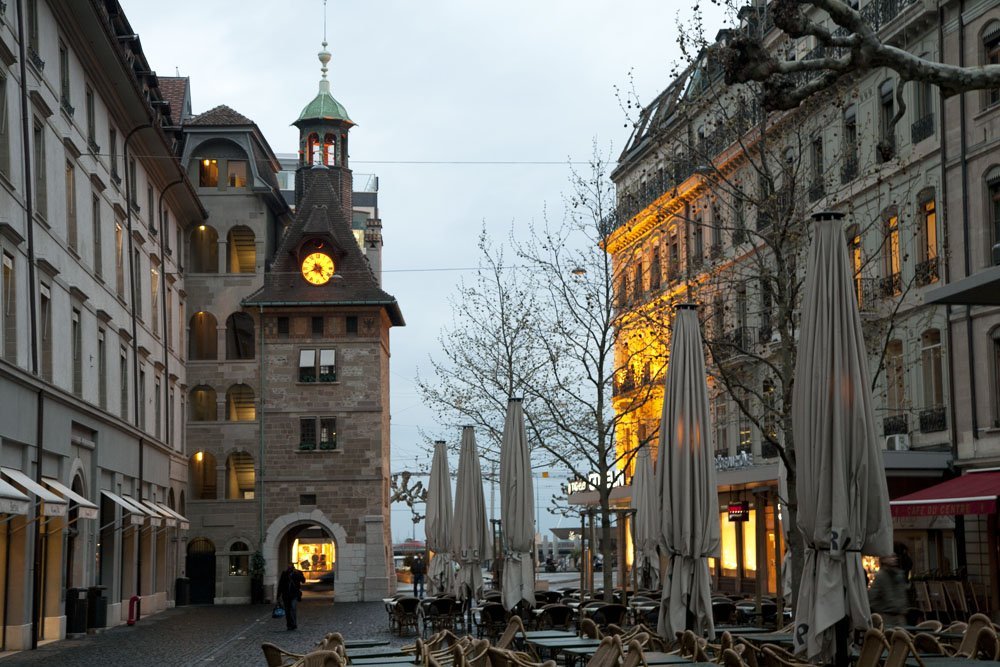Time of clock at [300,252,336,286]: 8:24
